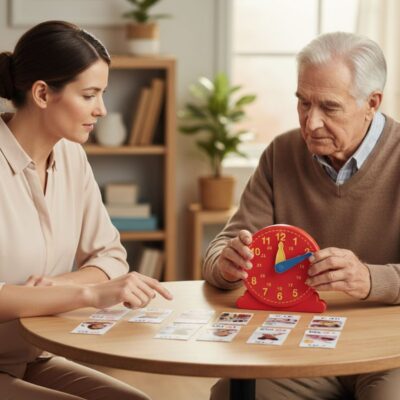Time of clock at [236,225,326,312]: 12:10
